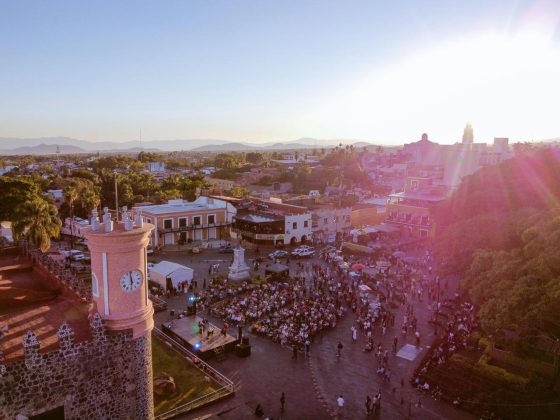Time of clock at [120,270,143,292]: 5:59
